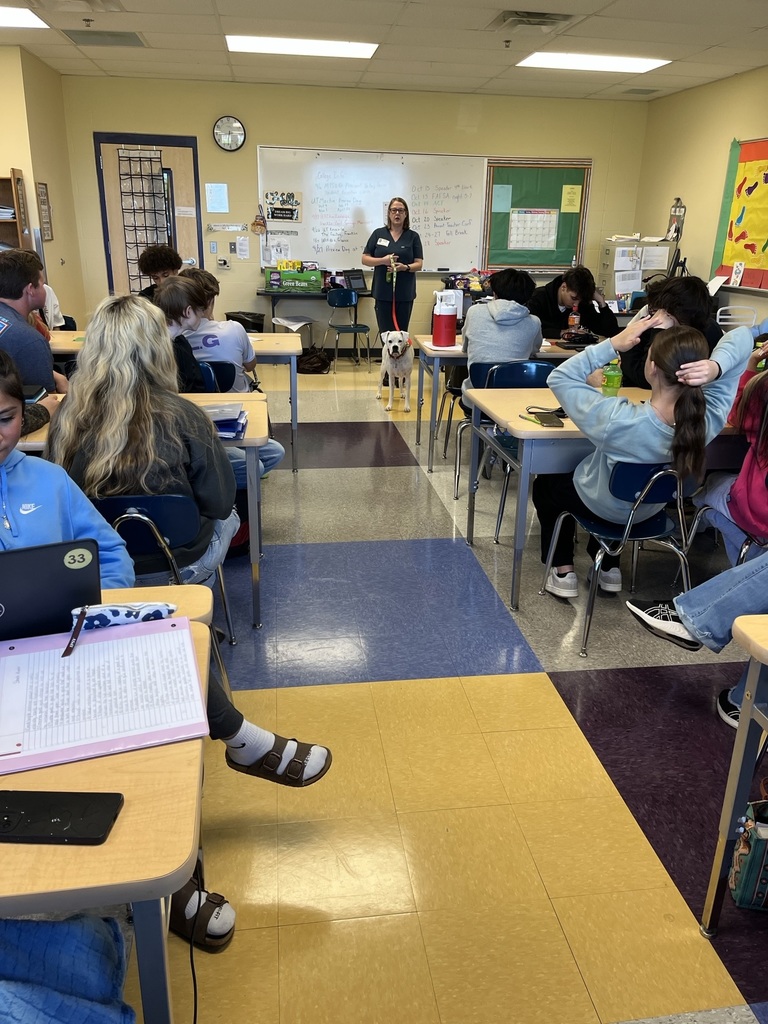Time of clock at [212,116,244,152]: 6:14
